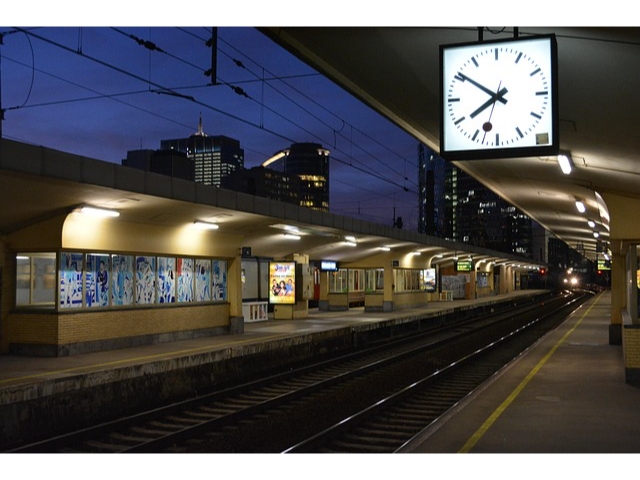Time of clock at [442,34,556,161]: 7:50
